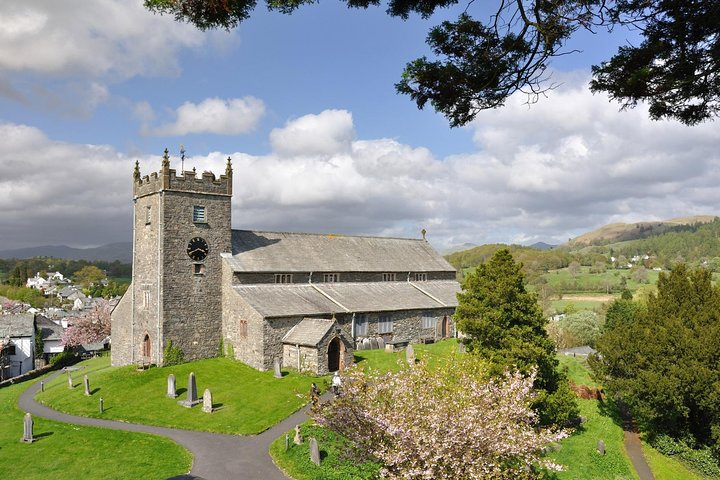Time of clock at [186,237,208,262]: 3:40
